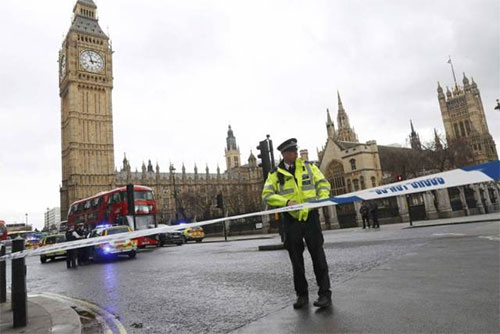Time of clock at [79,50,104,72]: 2:57
